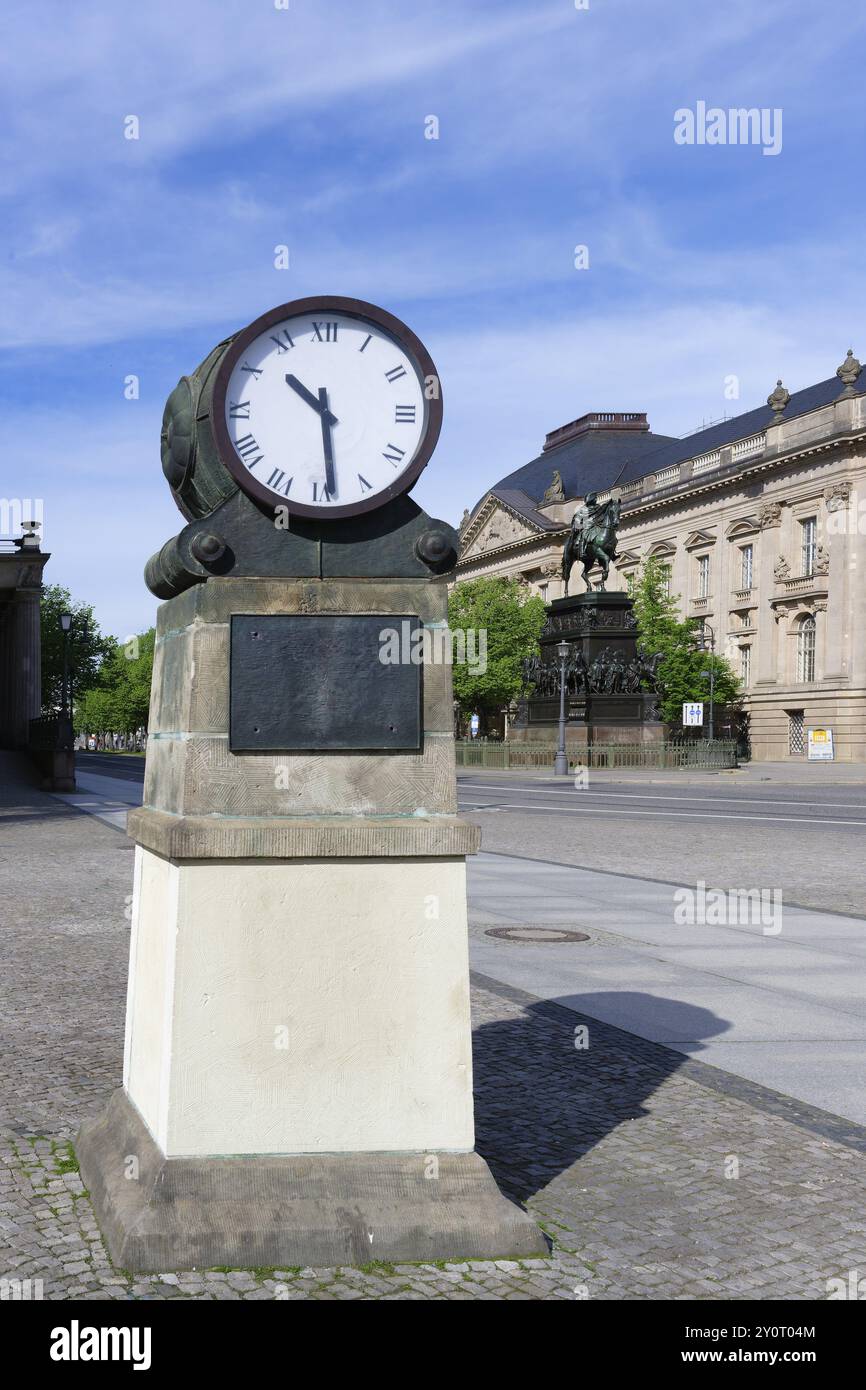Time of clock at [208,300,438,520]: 10:29
